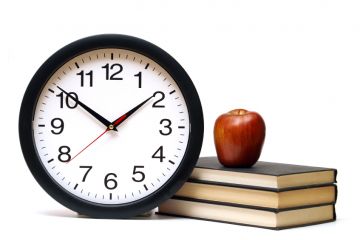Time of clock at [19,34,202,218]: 1:50
